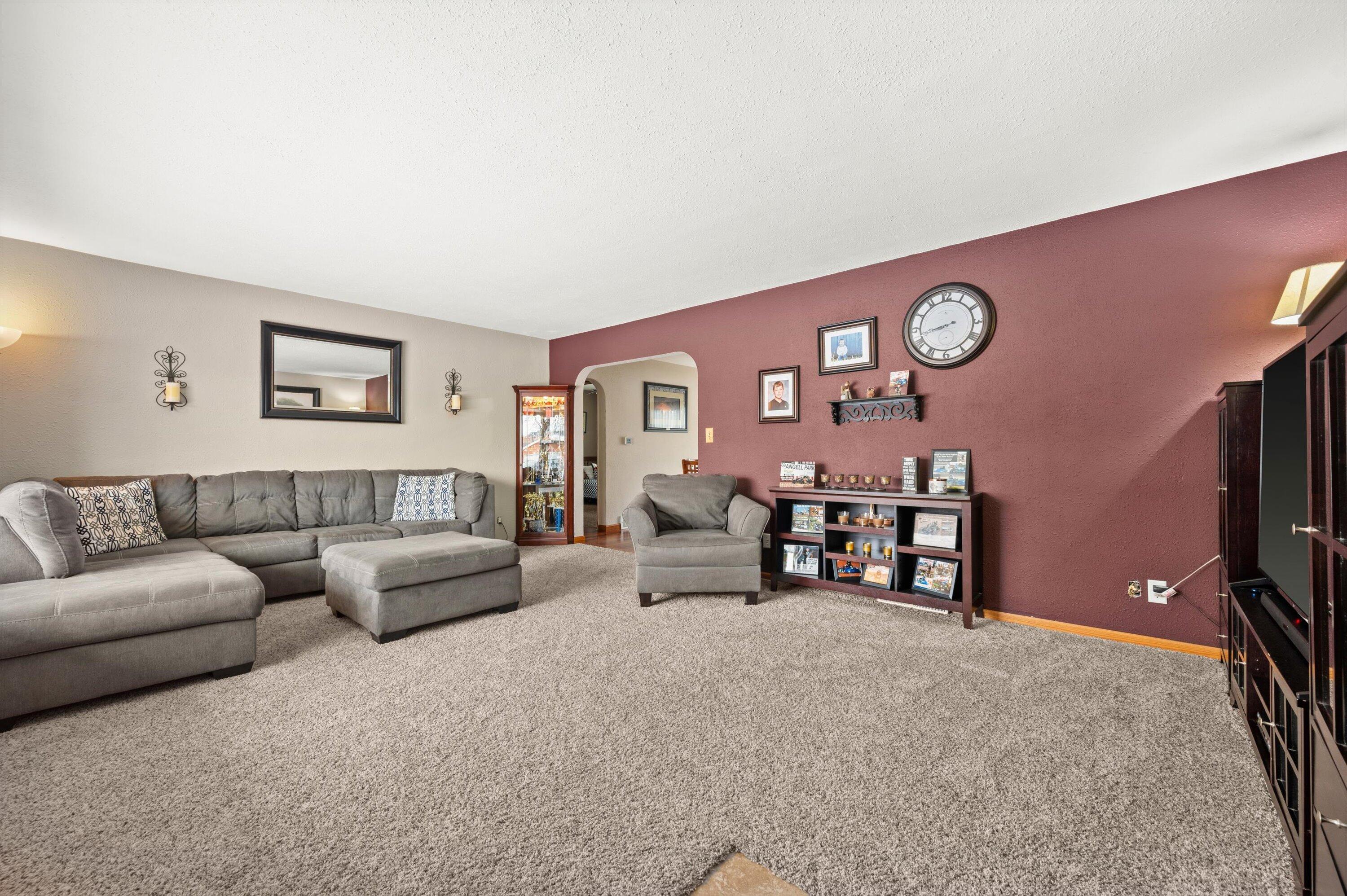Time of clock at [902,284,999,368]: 8:42
